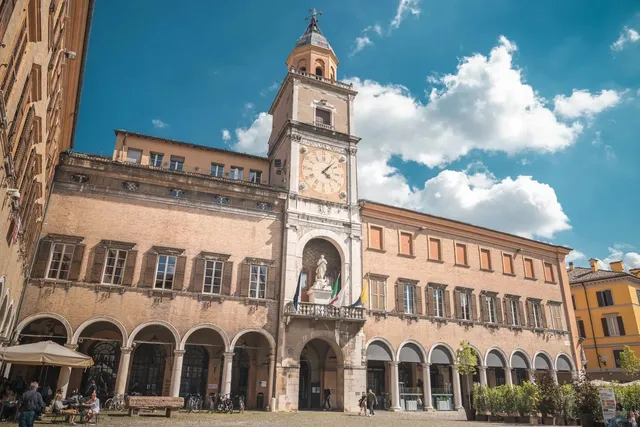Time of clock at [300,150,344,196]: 4:07
